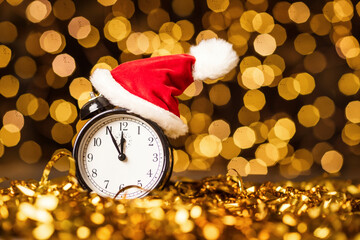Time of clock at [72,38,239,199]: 11:55
